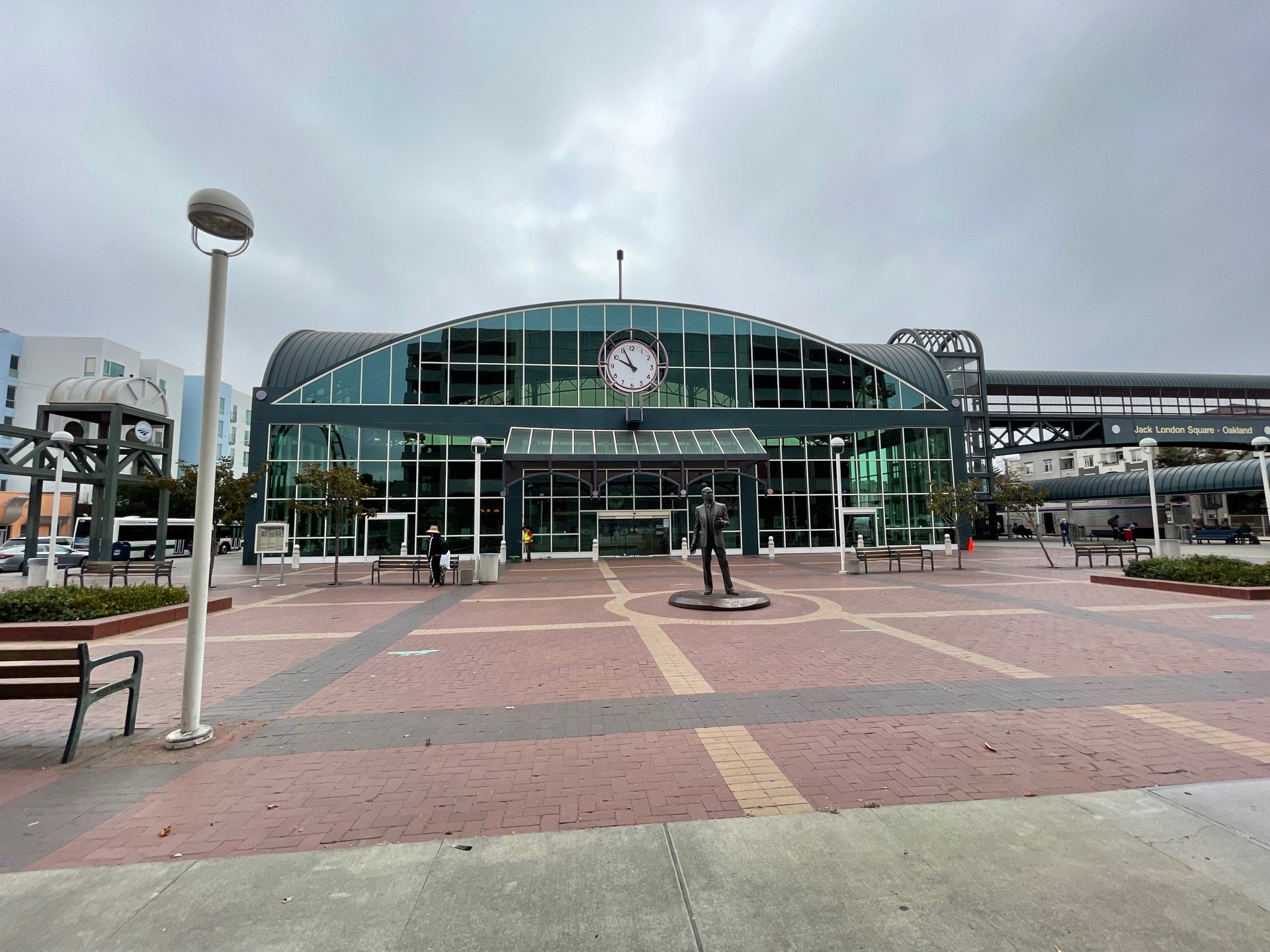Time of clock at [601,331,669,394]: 9:55
